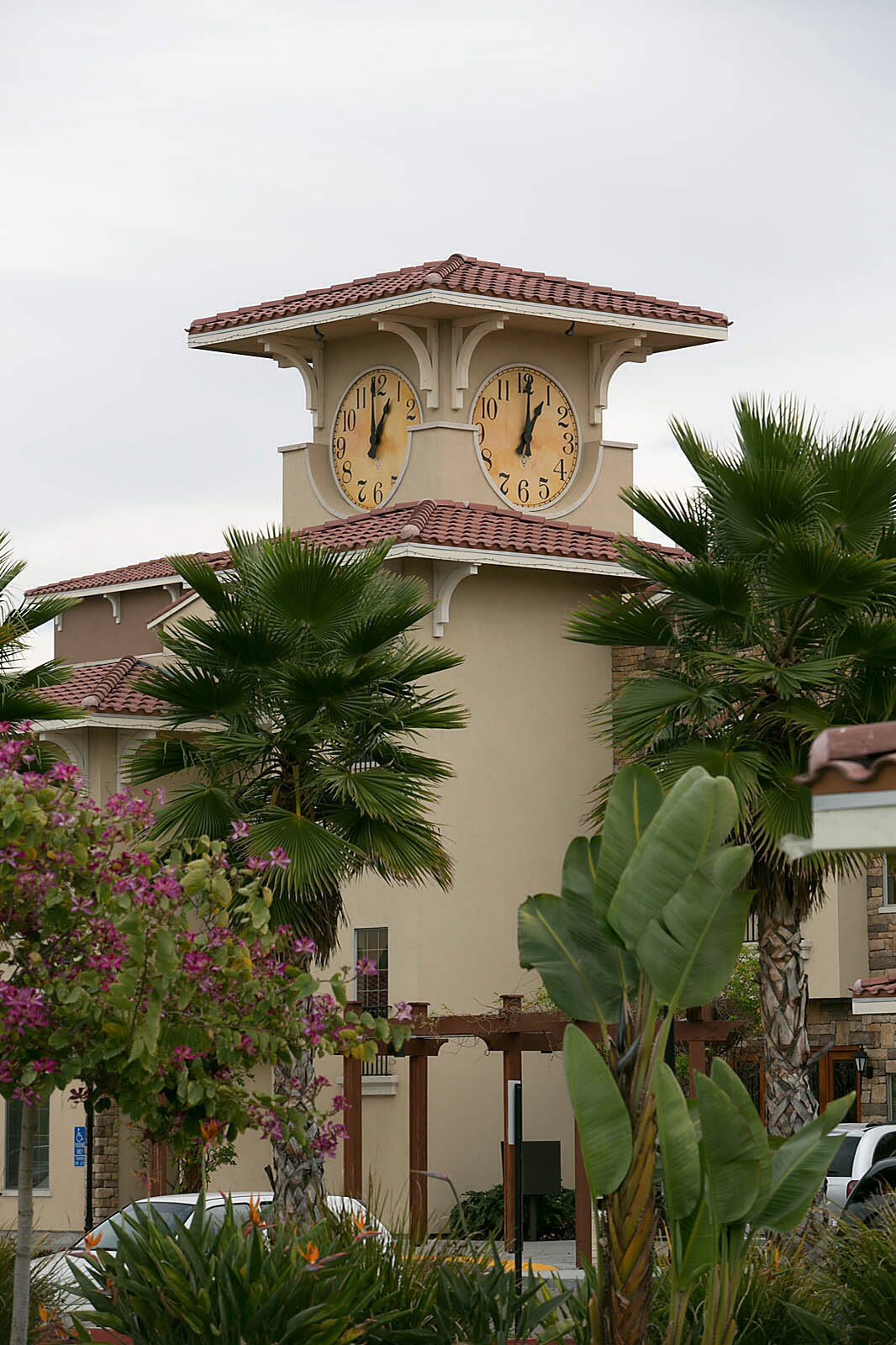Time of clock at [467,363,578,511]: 1:00
